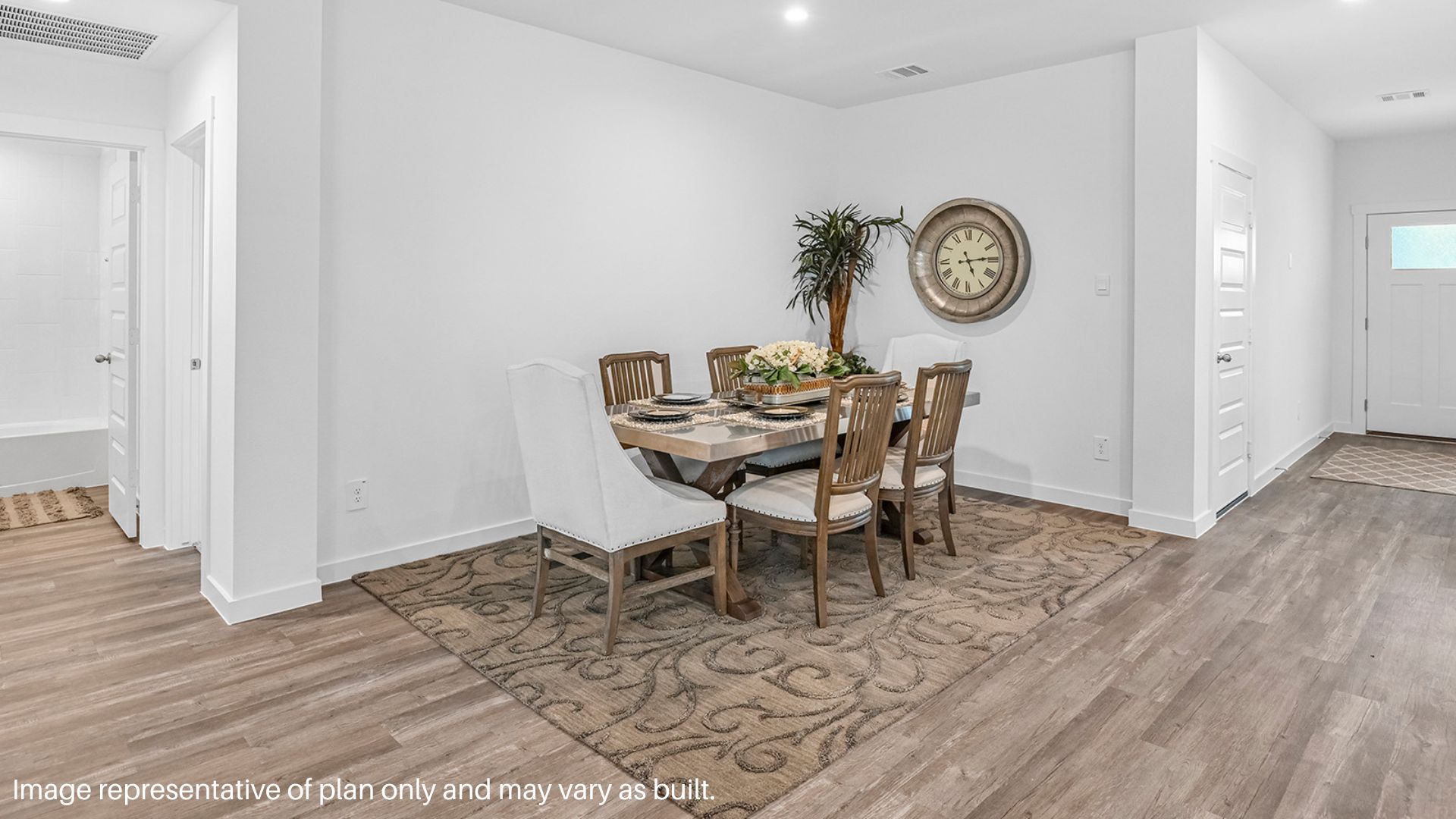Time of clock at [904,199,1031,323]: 5:14
